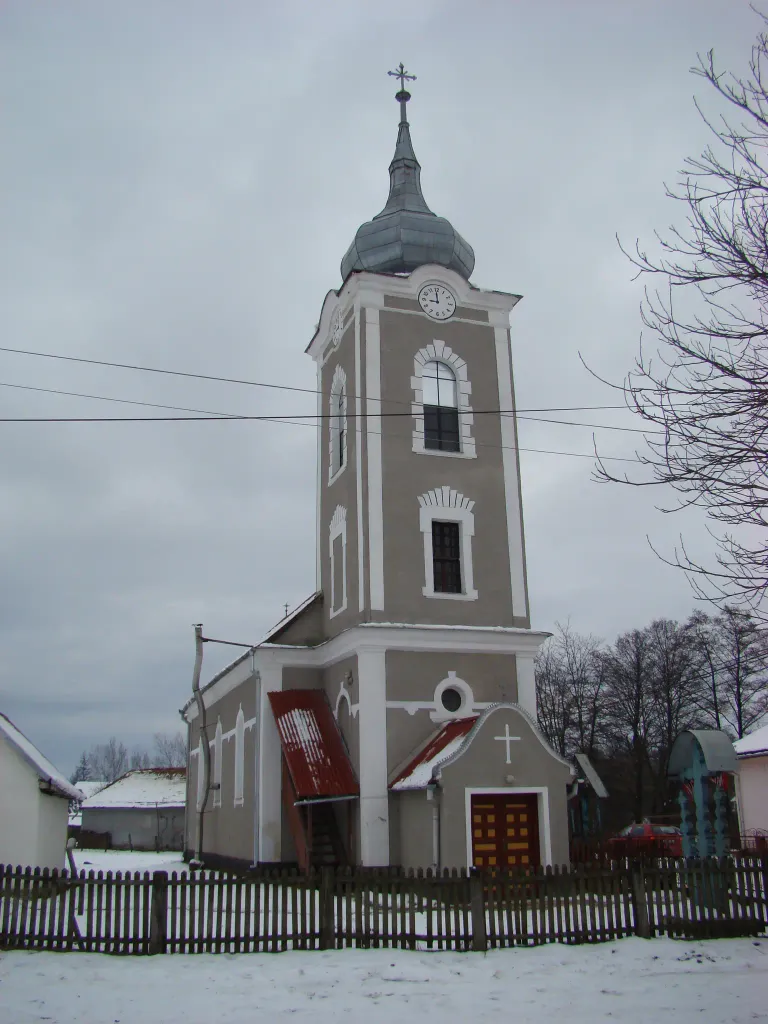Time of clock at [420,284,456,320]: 8:59
